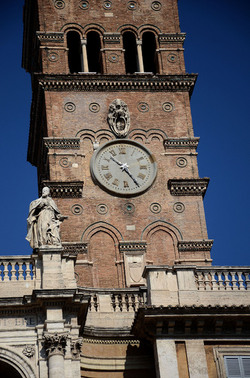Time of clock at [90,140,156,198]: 10:24
